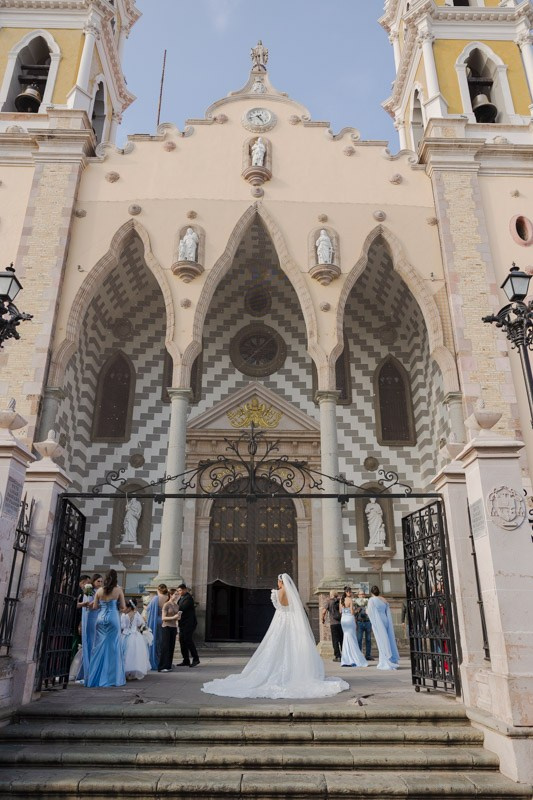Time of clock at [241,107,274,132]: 4:42
